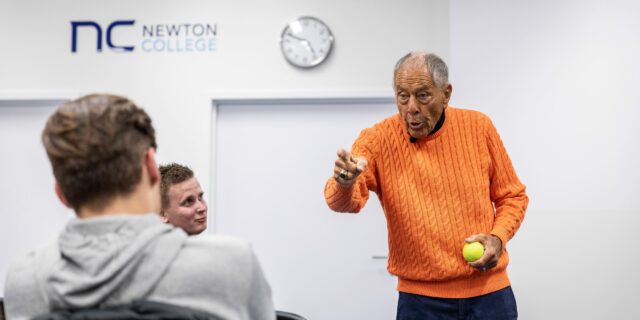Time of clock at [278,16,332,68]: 4:48
